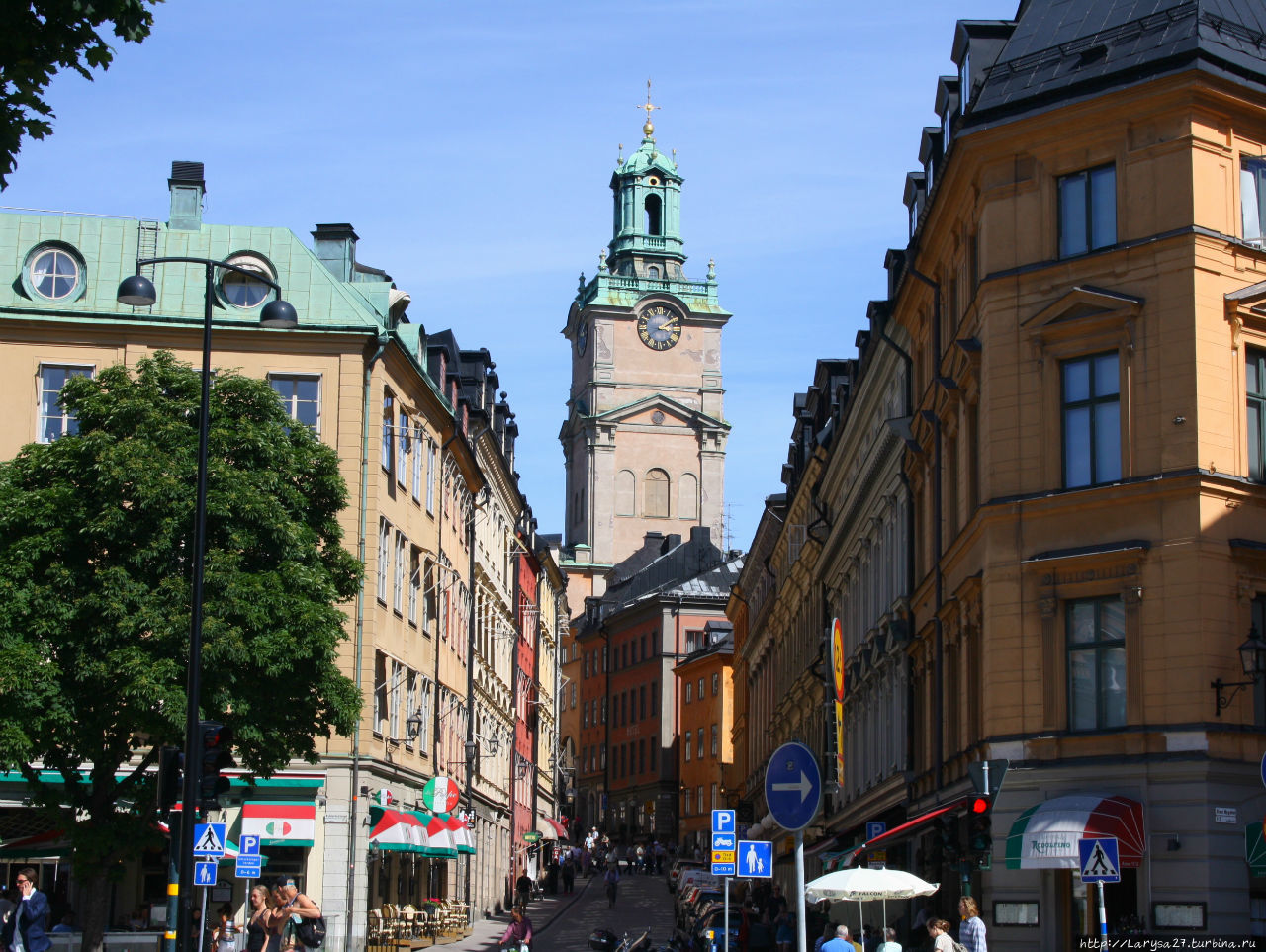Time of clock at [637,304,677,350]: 3:09
